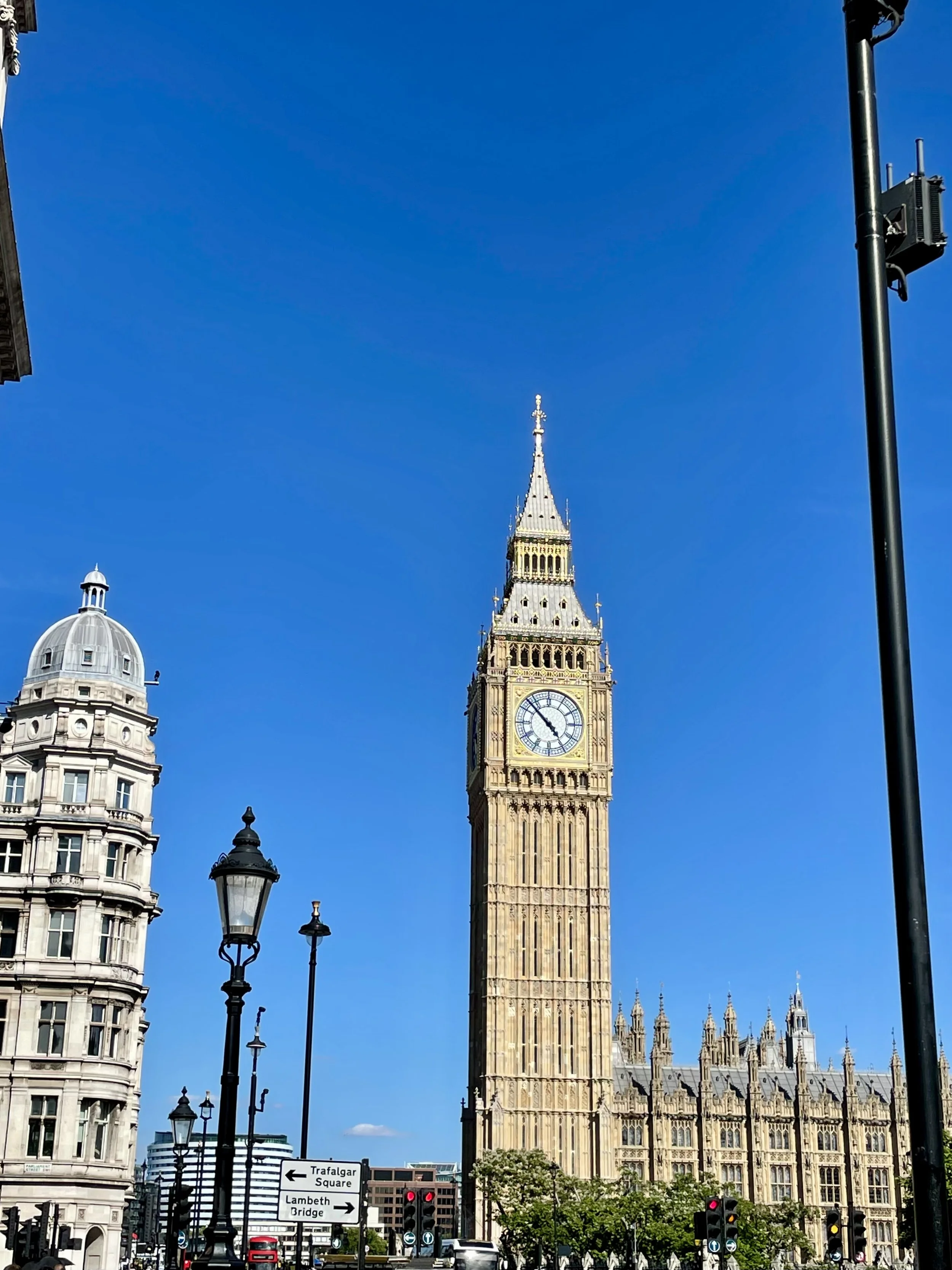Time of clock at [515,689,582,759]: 4:52
